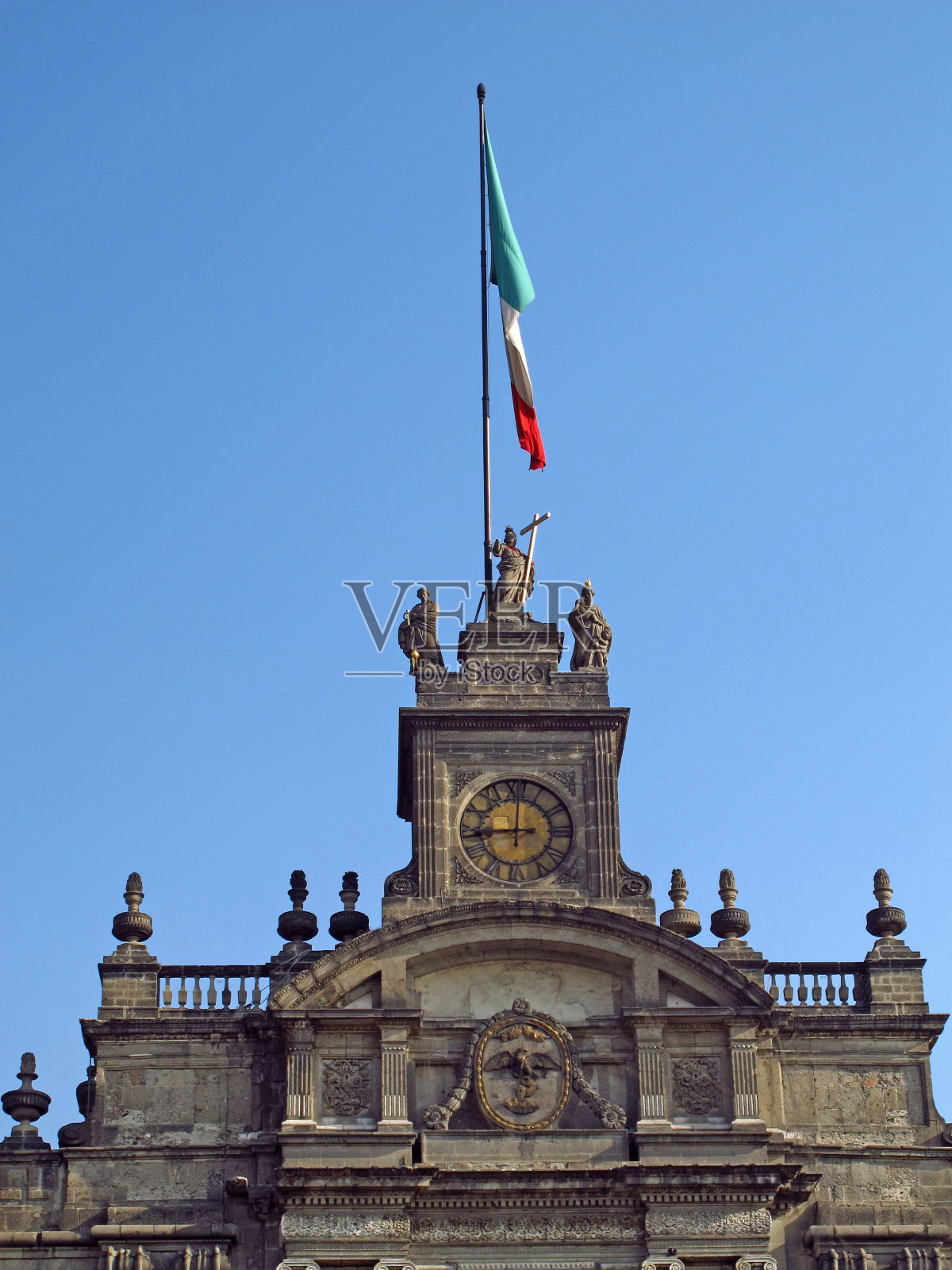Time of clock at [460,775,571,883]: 9:00
